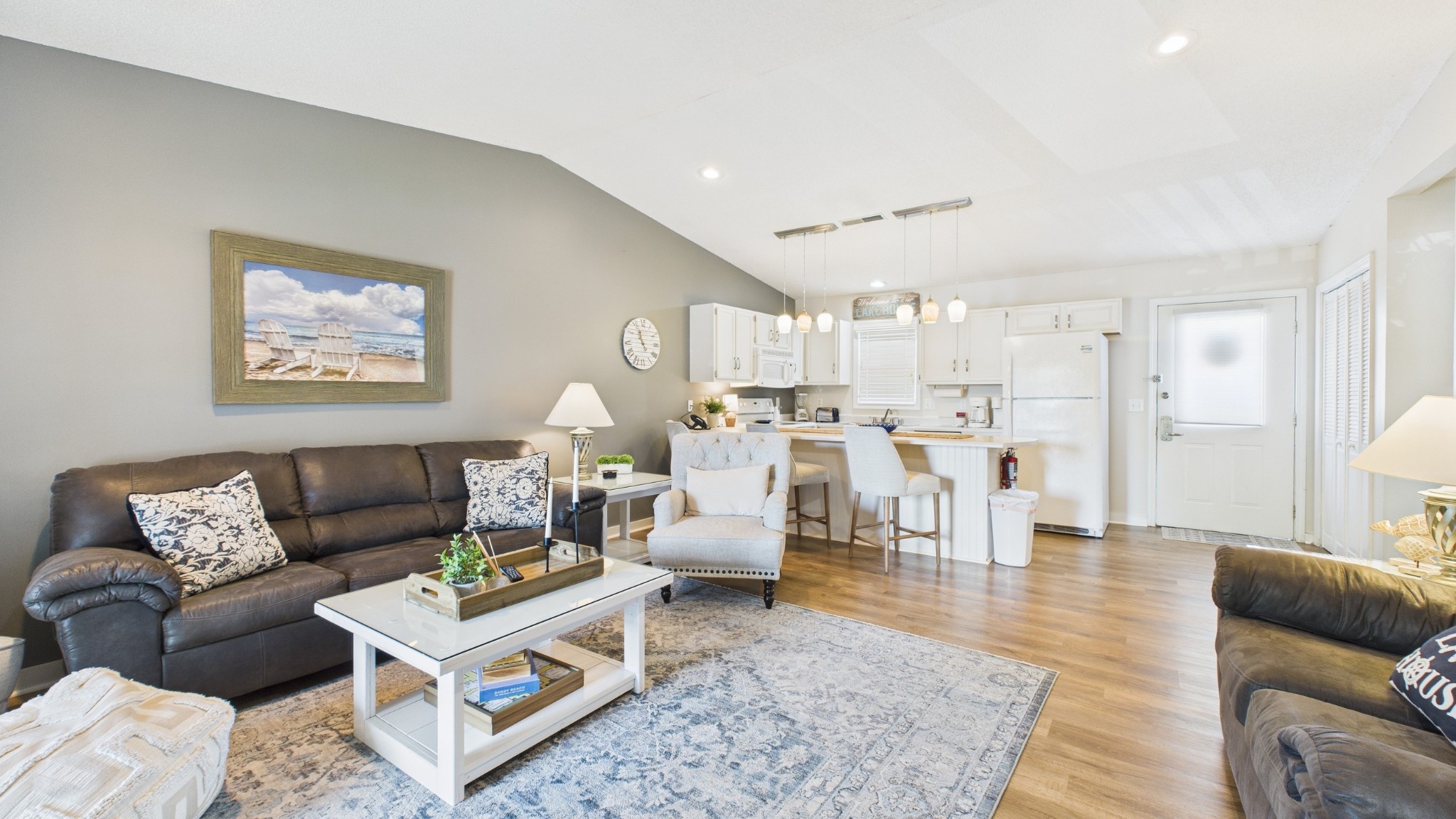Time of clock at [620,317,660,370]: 10:56
